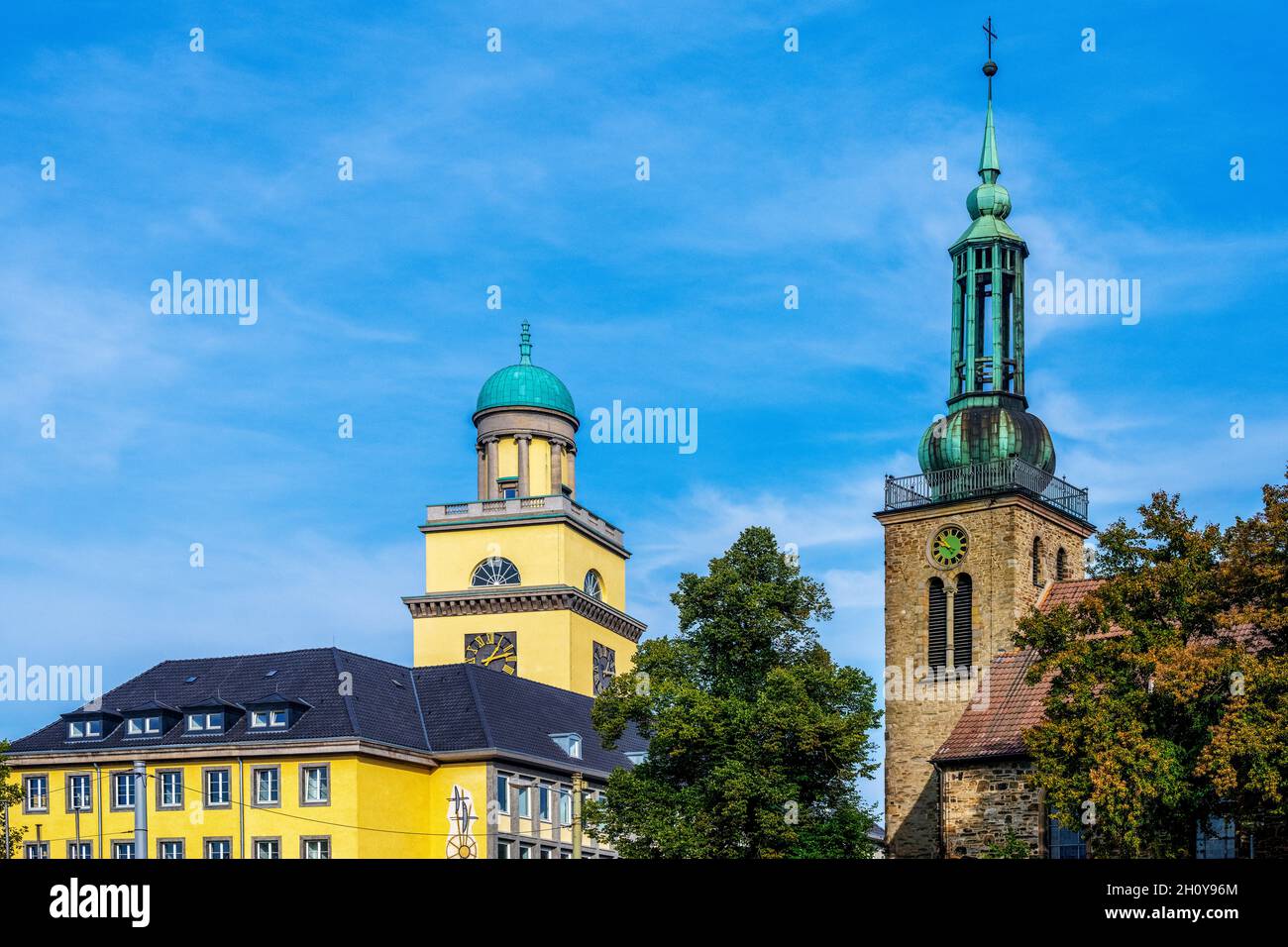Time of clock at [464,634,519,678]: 1:12
